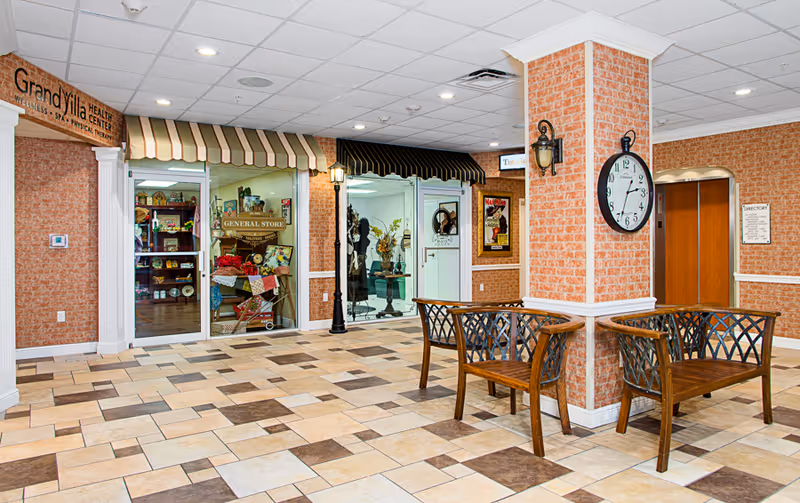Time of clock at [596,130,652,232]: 2:33
